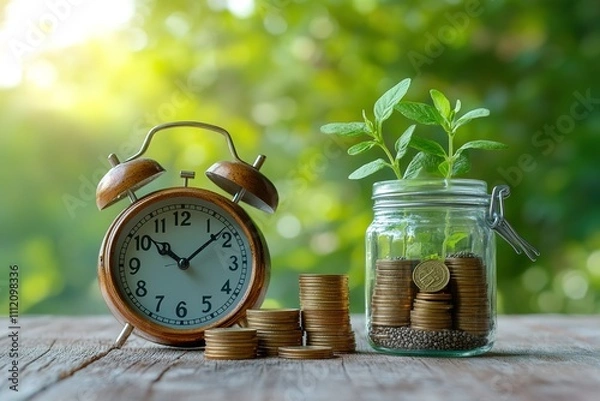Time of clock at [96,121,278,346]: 10:08
